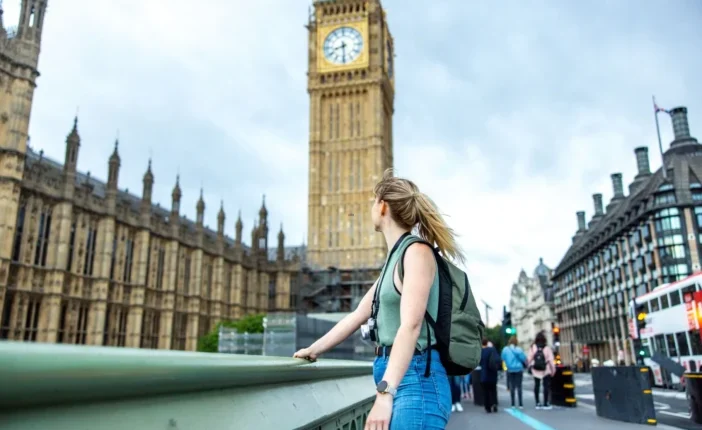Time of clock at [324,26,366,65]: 8:29
